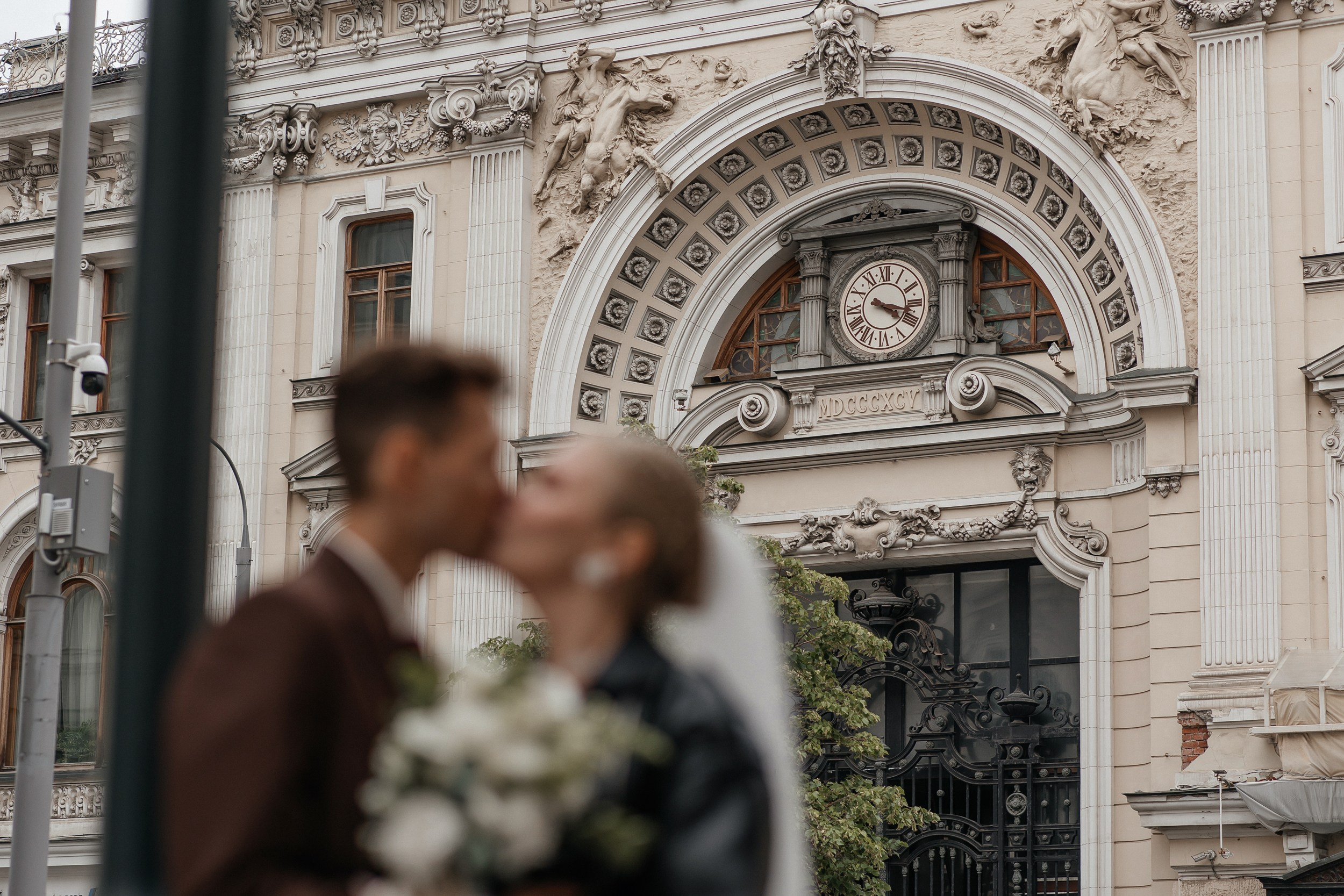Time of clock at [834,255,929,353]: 4:17
